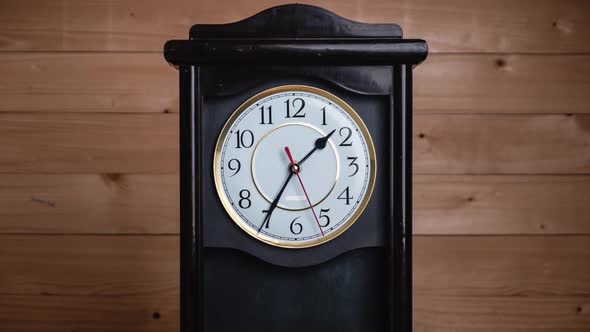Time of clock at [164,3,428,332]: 1:34
